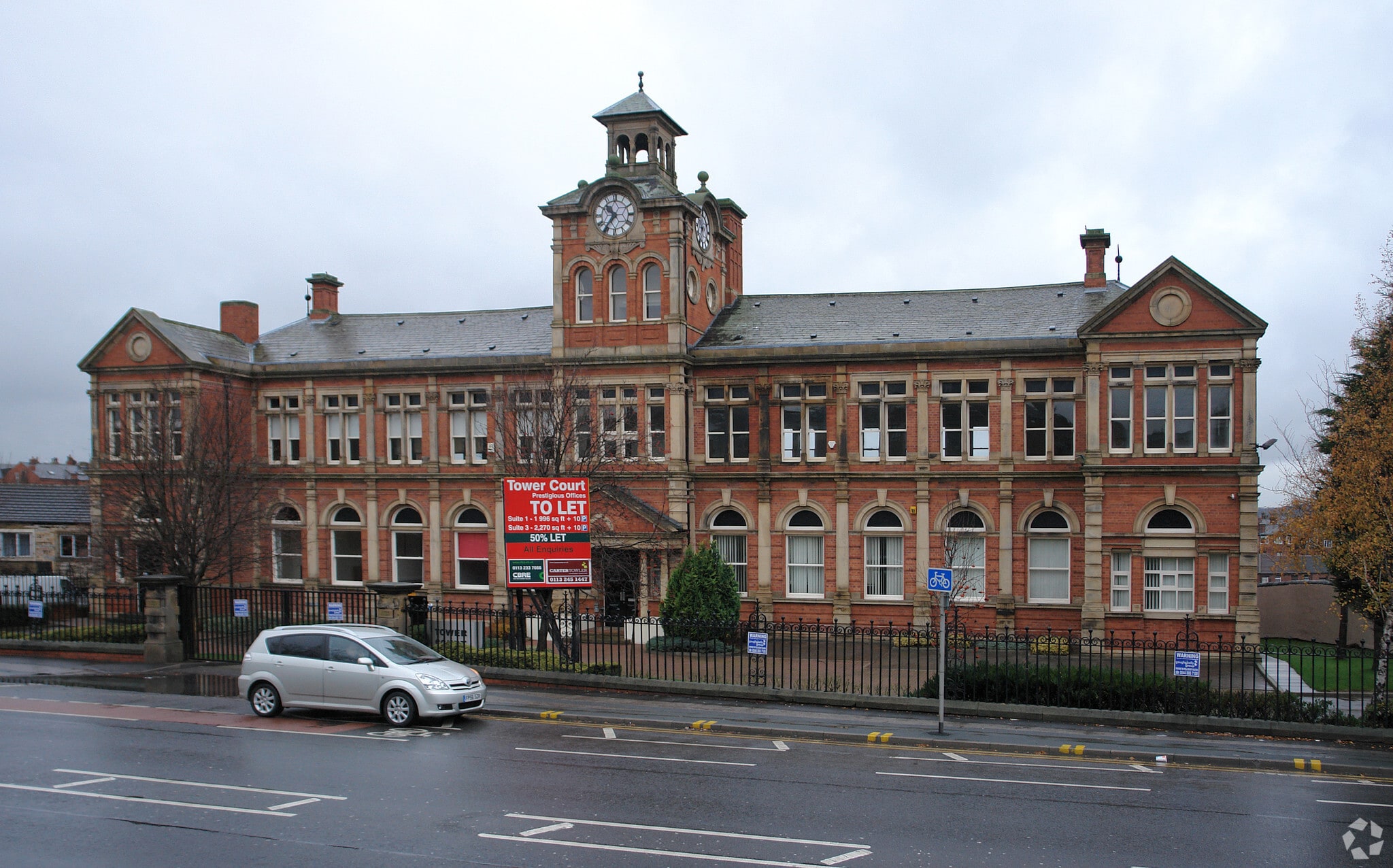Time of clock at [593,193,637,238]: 10:36
